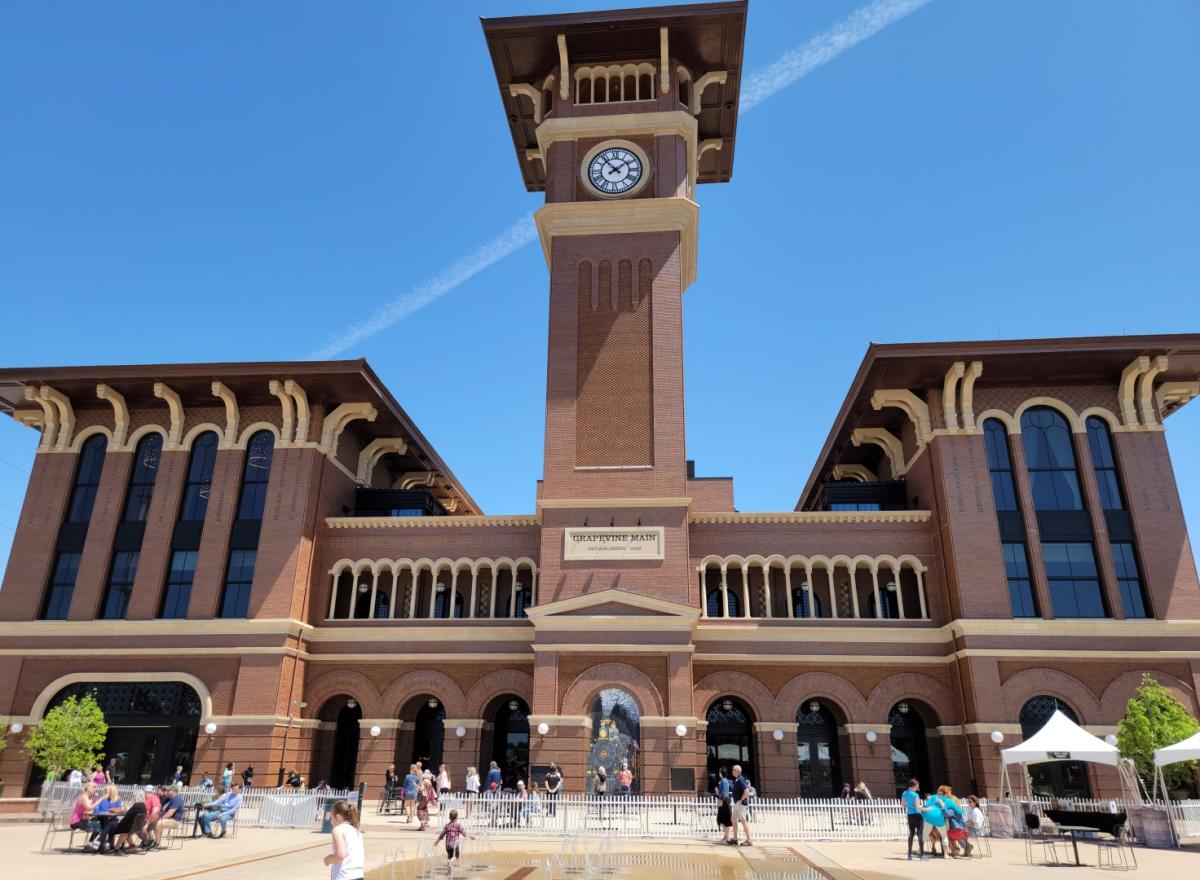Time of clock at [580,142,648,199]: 1:53
